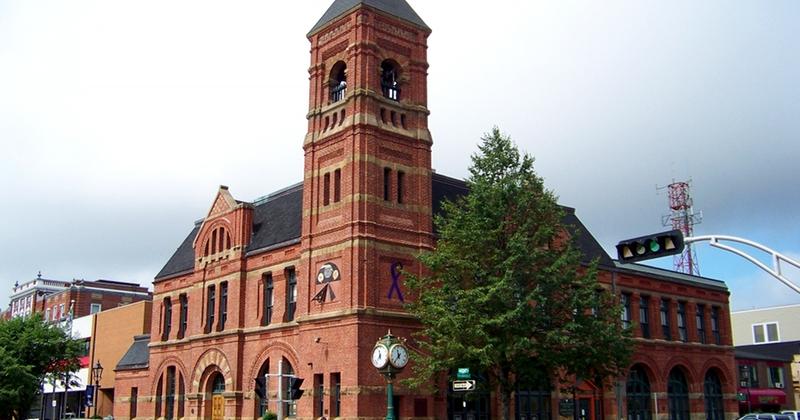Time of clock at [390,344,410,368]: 11:36
